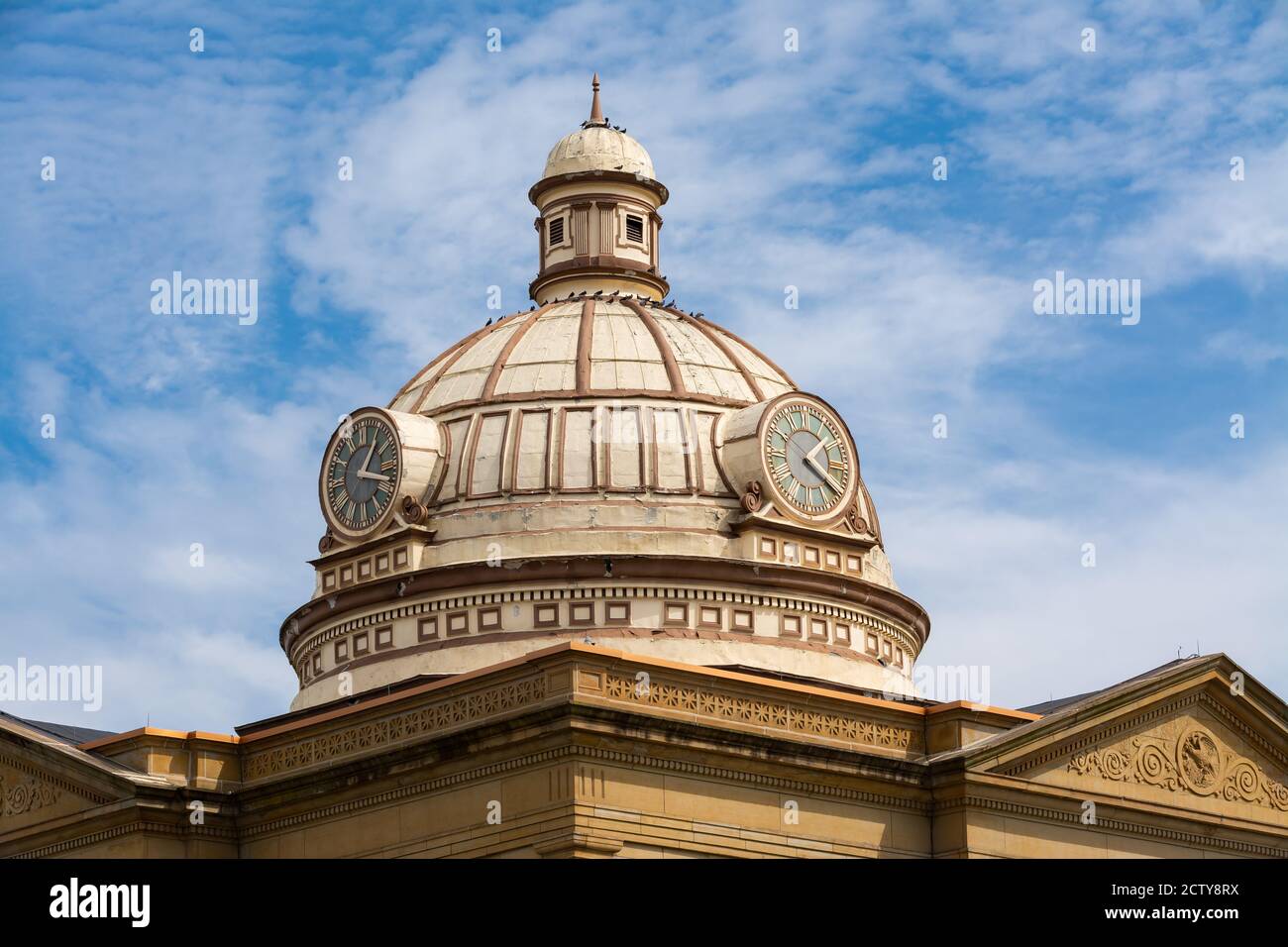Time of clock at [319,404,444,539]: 1:18
